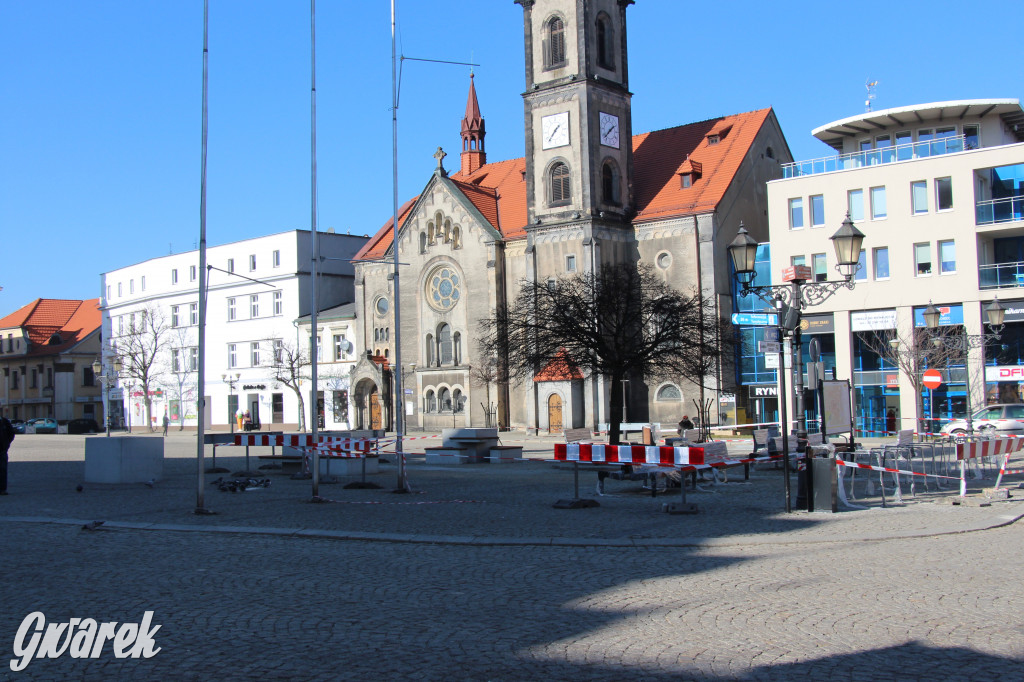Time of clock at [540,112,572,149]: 1:36
